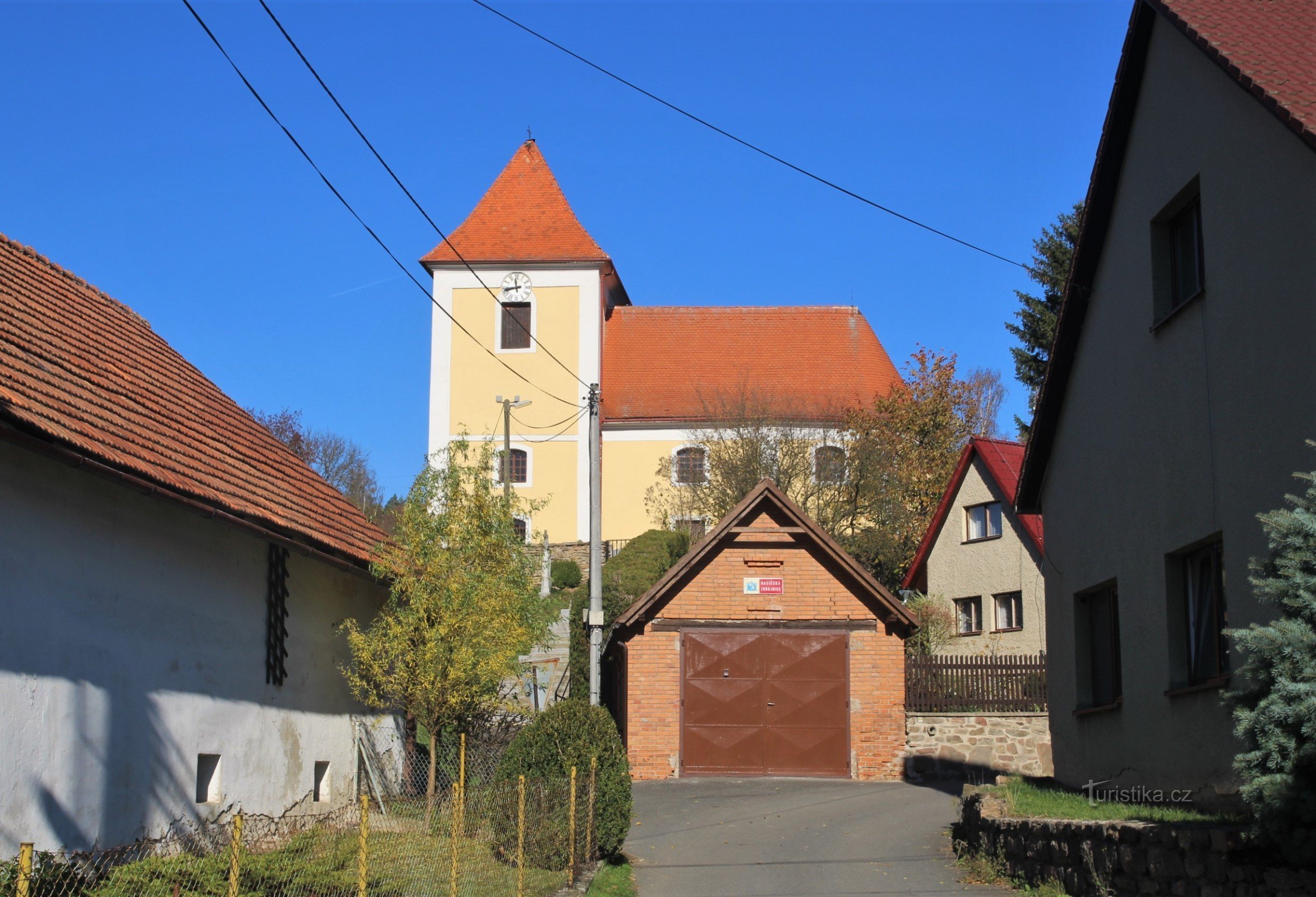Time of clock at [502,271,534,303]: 11:42
